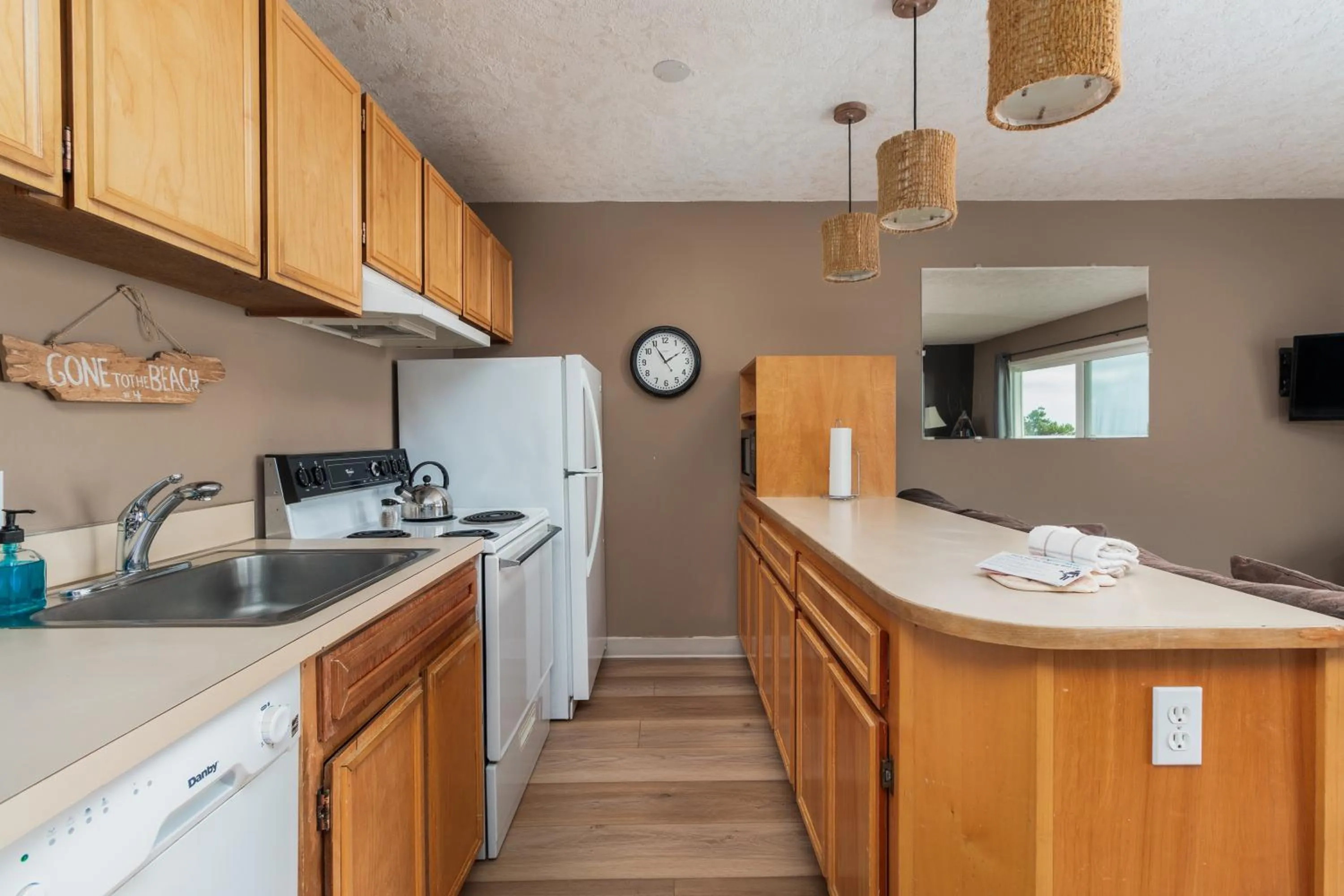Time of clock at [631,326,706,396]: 1:54
